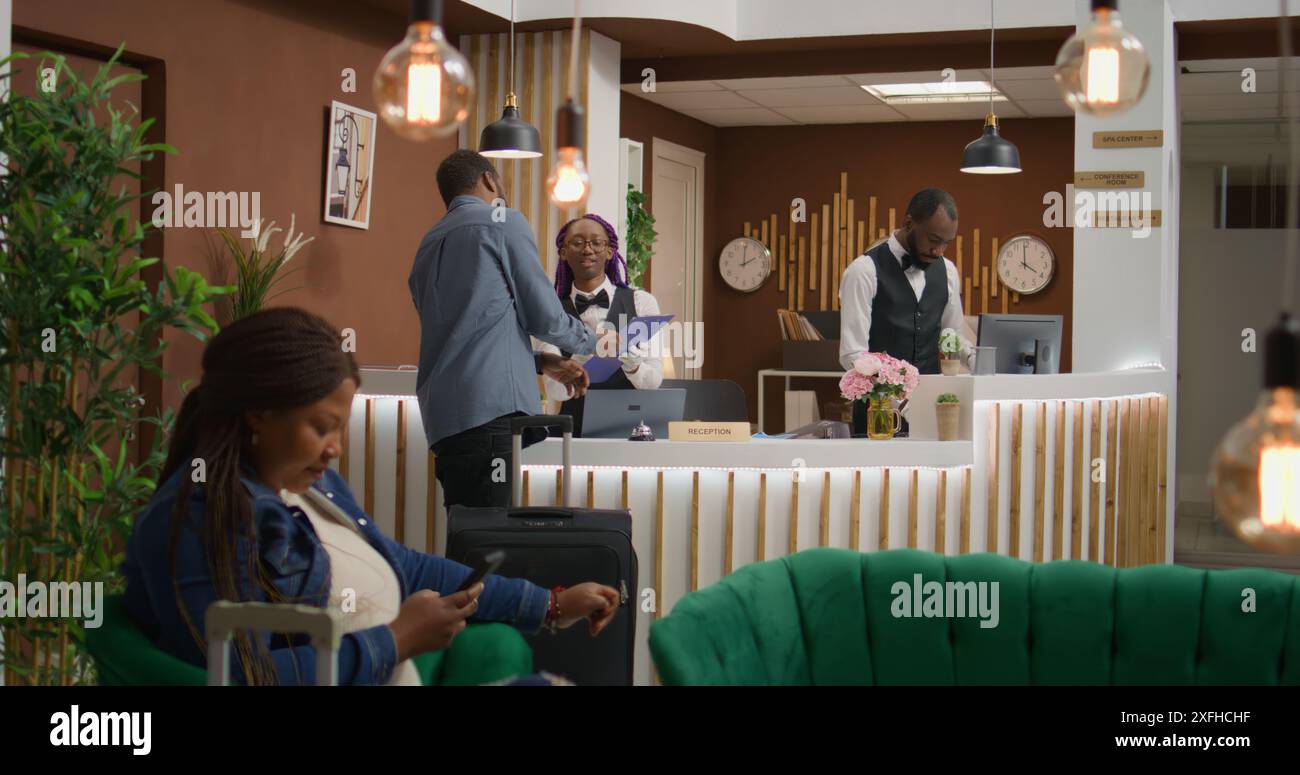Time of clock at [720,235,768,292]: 2:00
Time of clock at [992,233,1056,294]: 3:59
